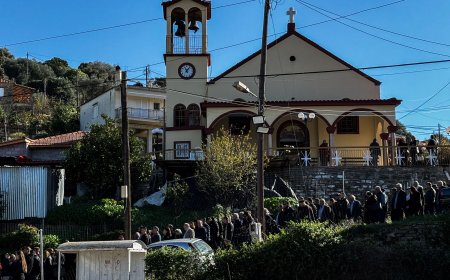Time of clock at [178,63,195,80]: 11:06
